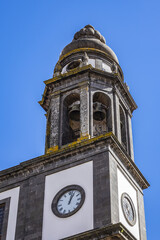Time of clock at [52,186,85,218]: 1:02
